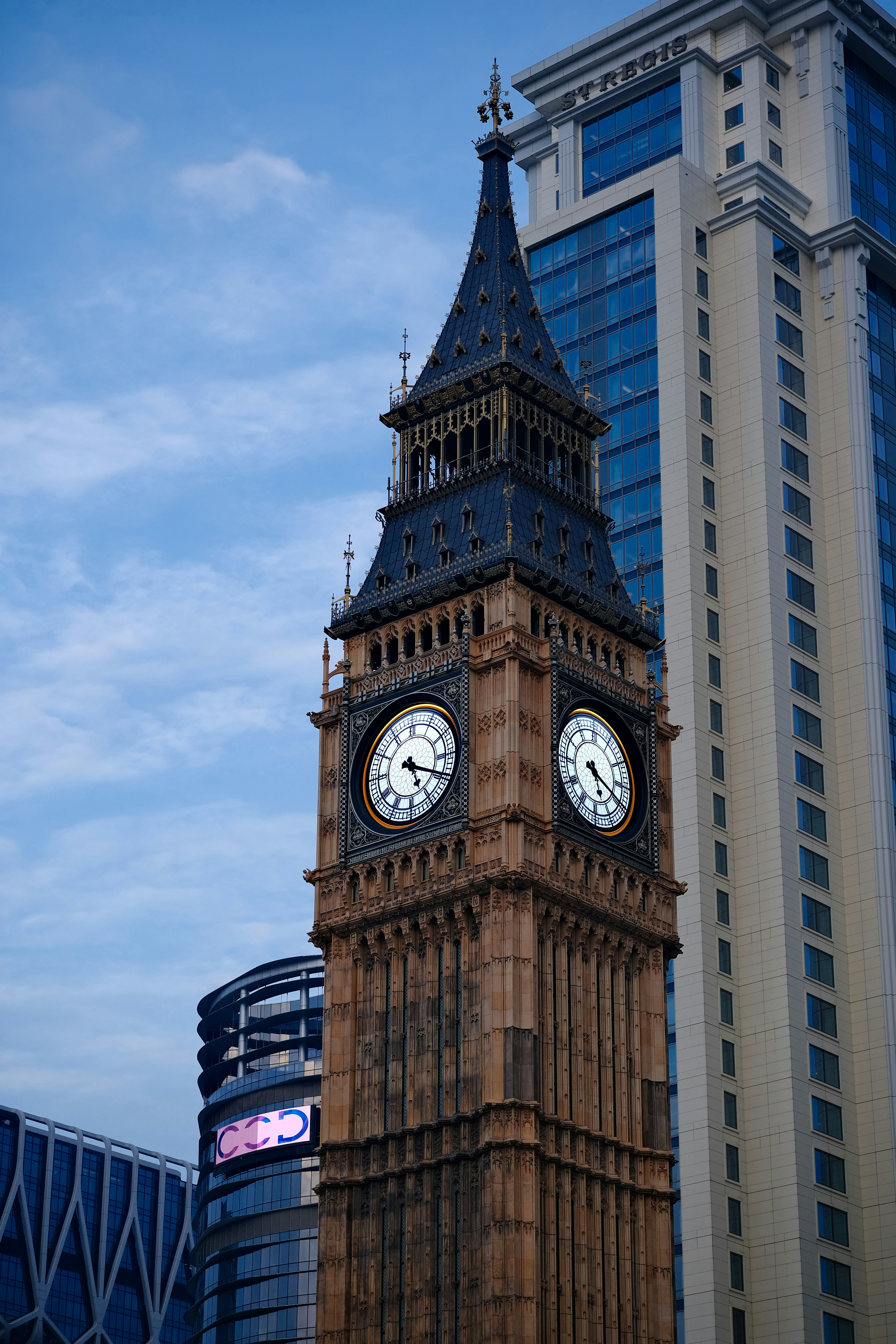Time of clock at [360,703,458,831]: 5:18
